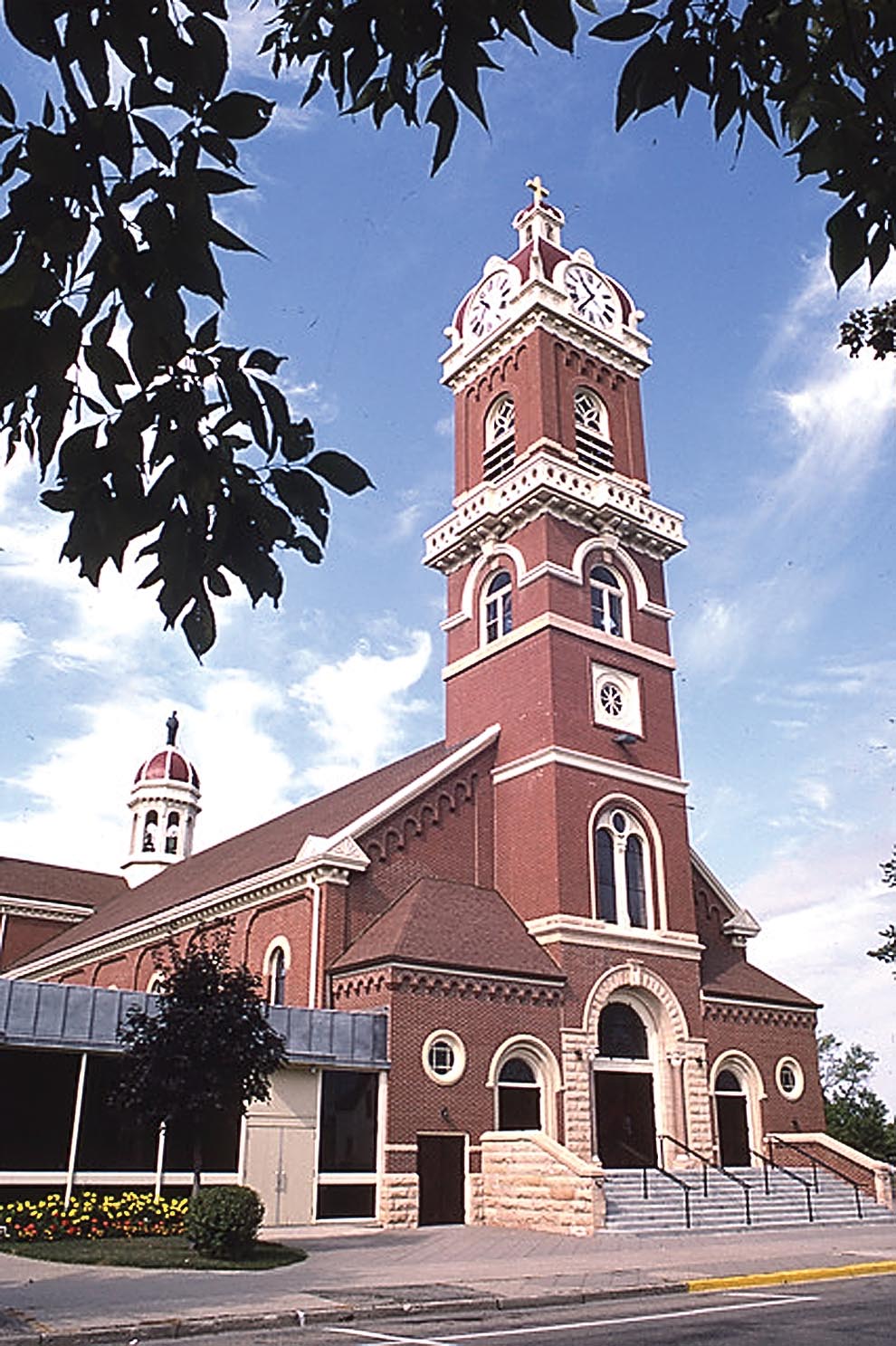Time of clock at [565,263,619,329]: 10:36
